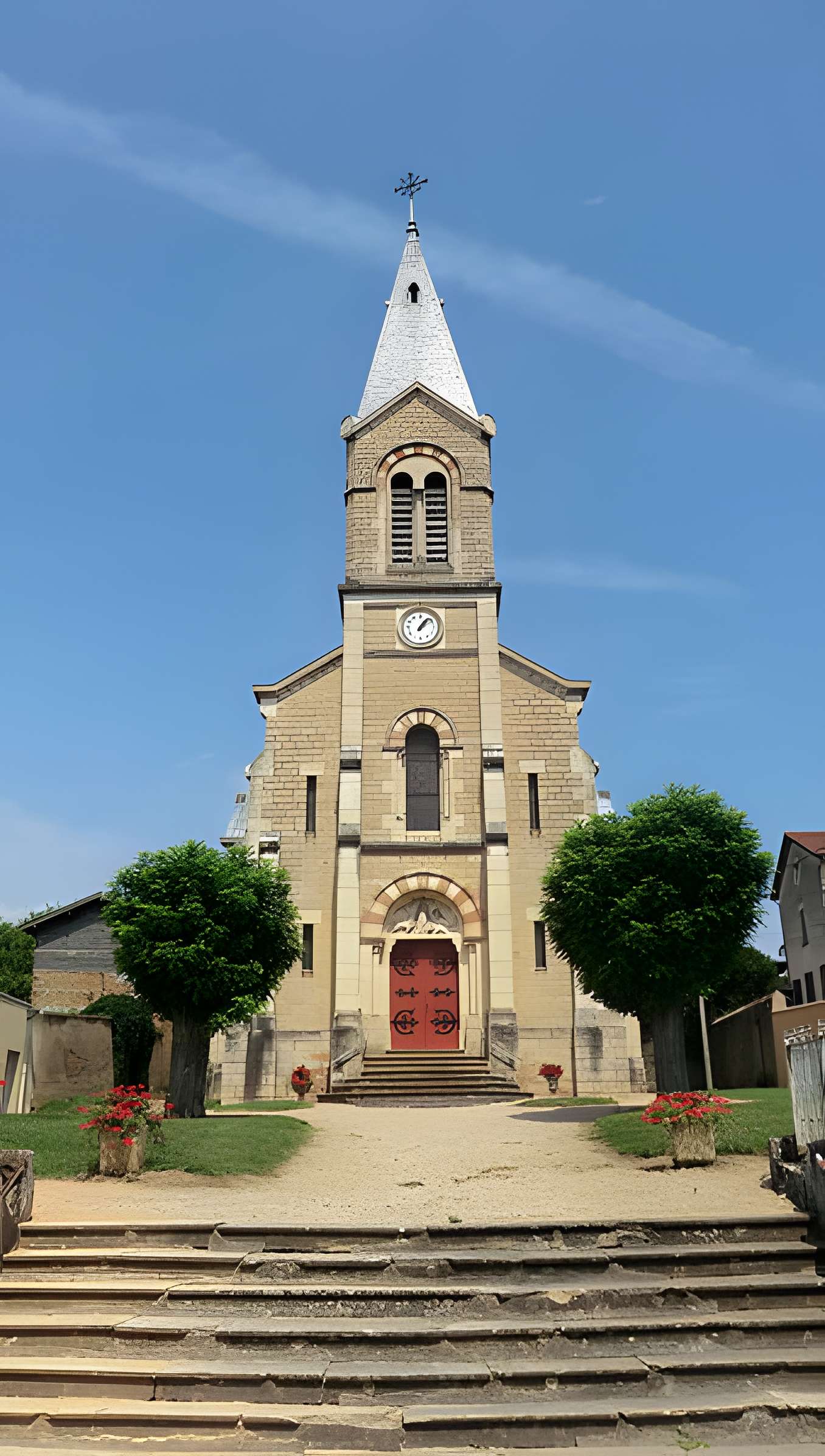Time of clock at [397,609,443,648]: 1:08
